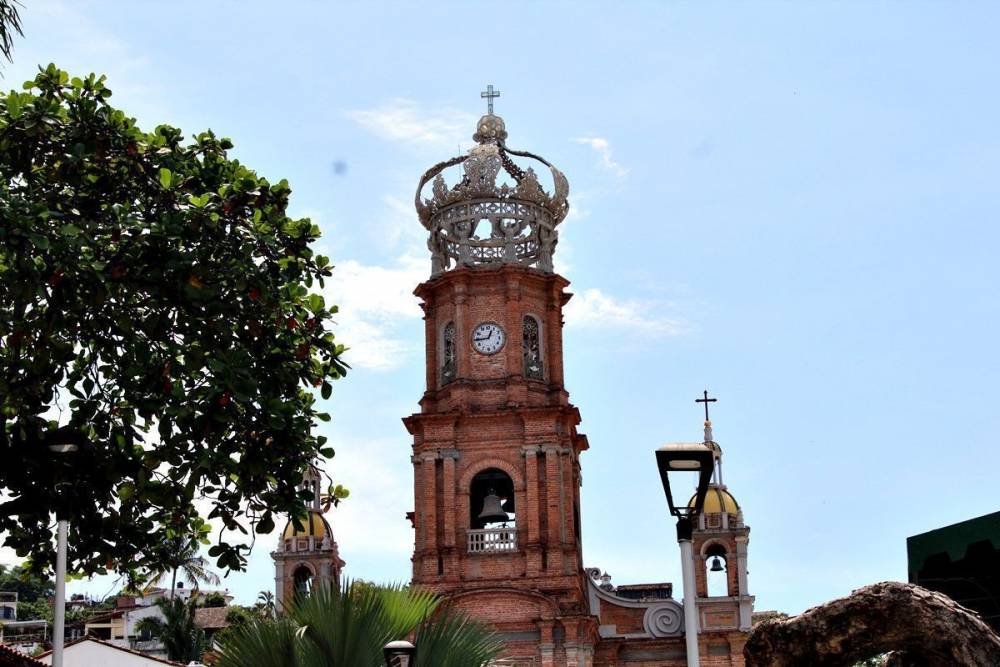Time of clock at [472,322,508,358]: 12:44
